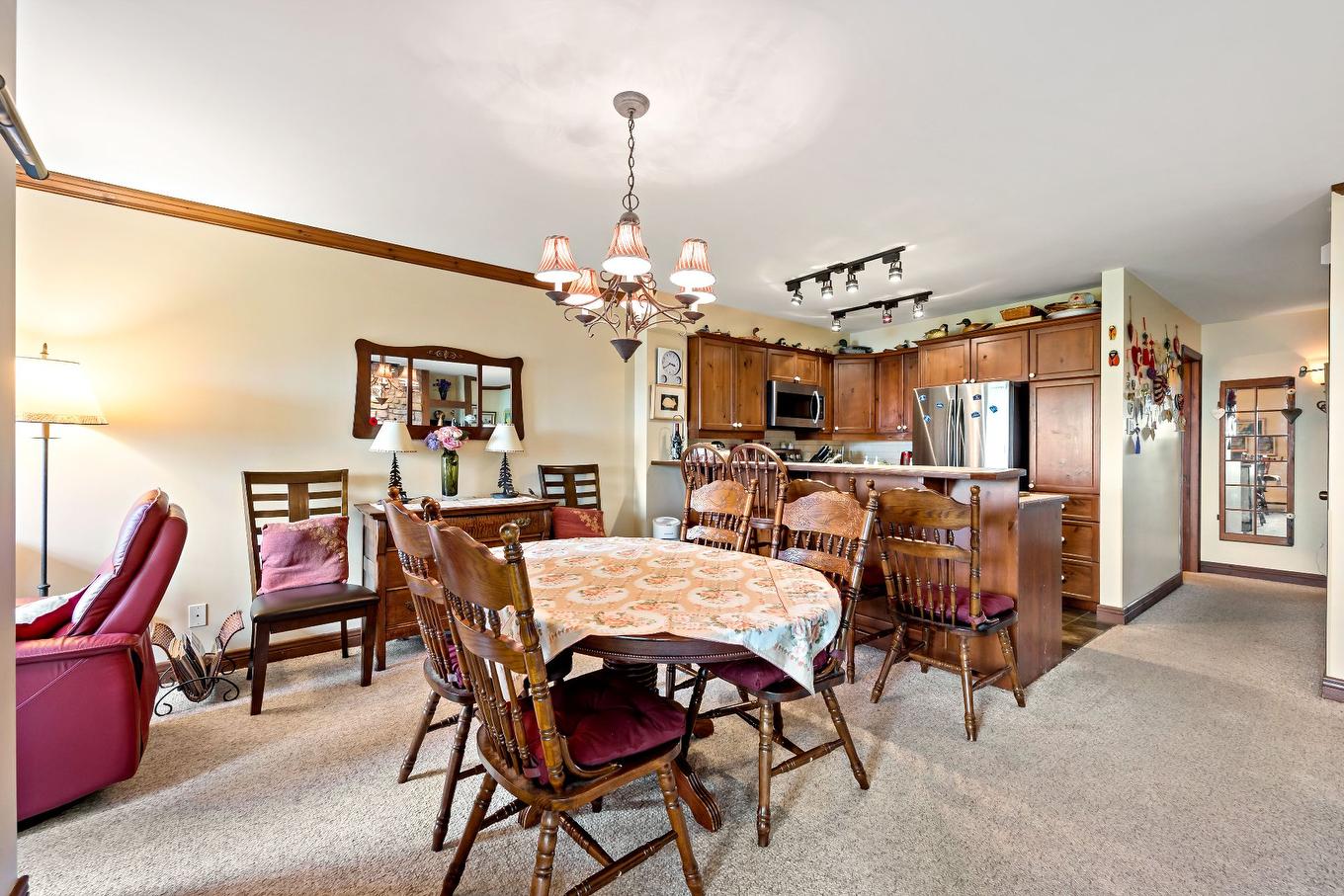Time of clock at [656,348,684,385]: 3:40
